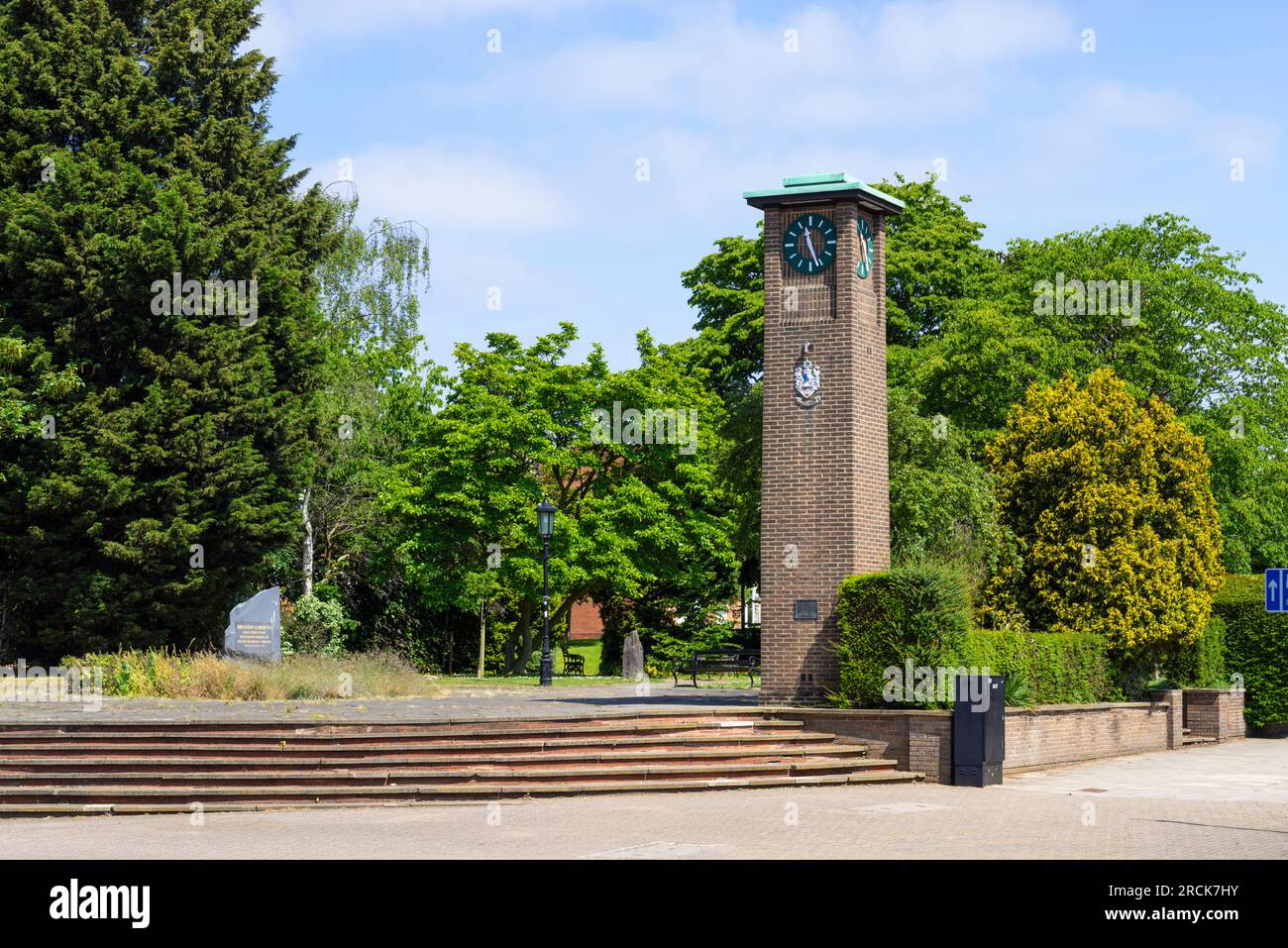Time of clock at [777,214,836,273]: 11:26
